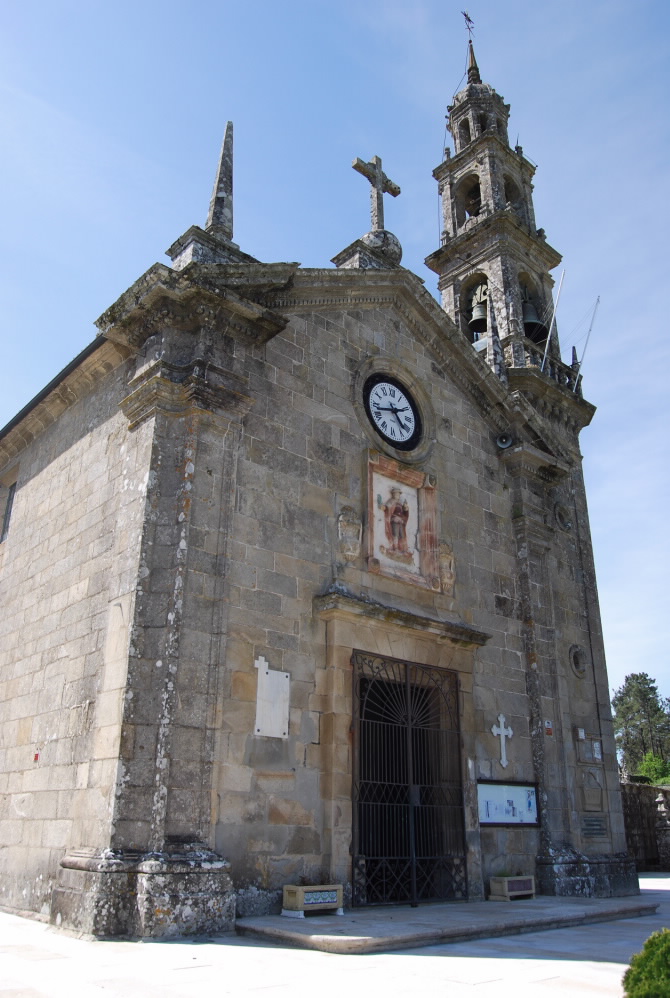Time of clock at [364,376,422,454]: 4:42
